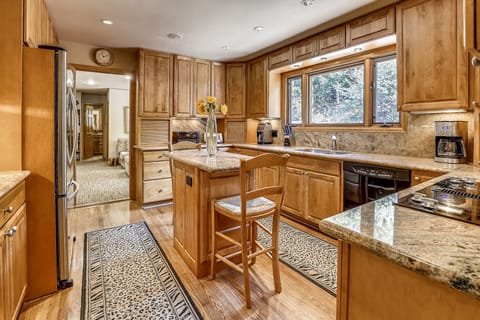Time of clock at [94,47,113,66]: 11:12
